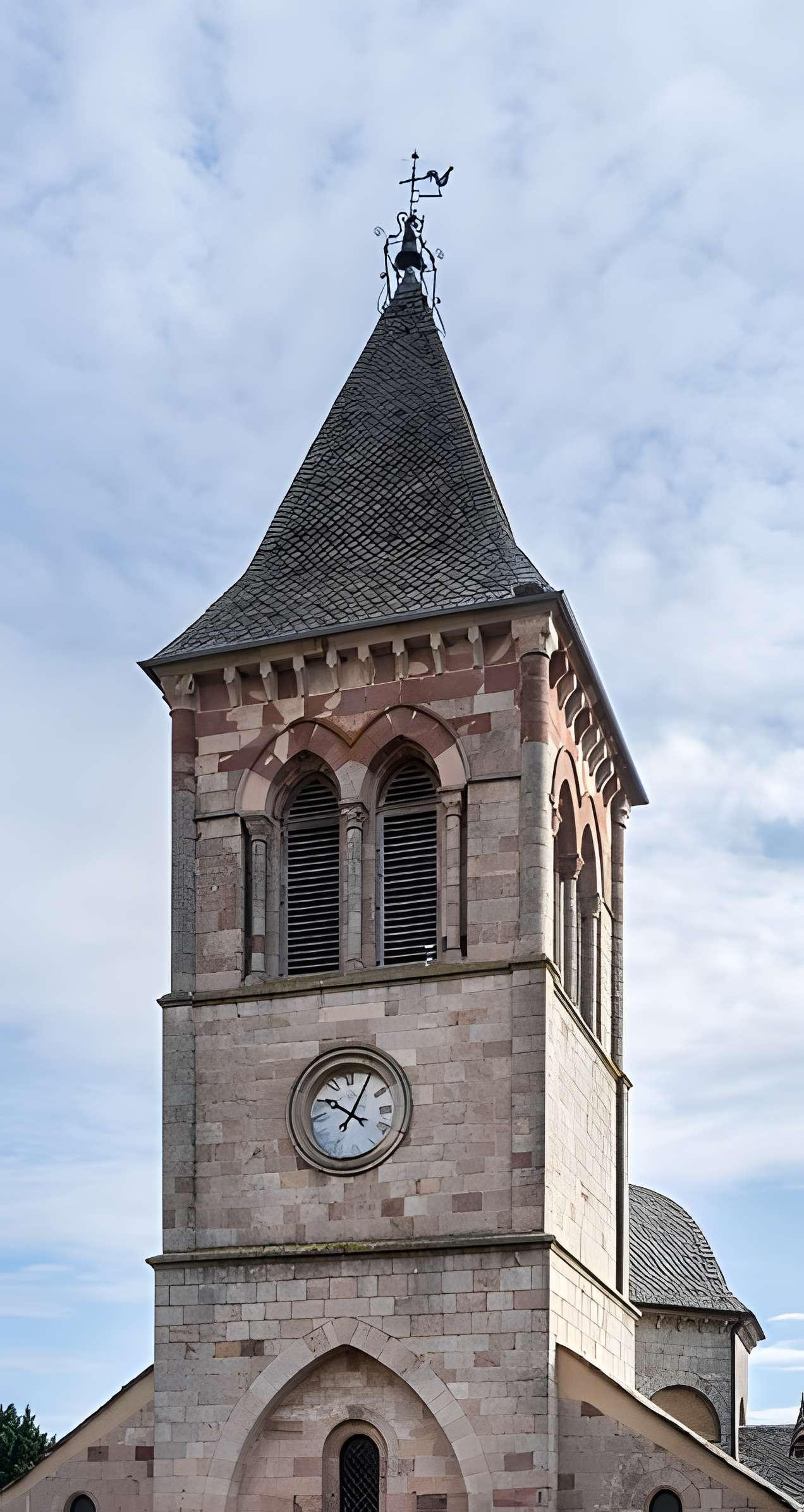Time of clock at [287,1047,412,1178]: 10:05
